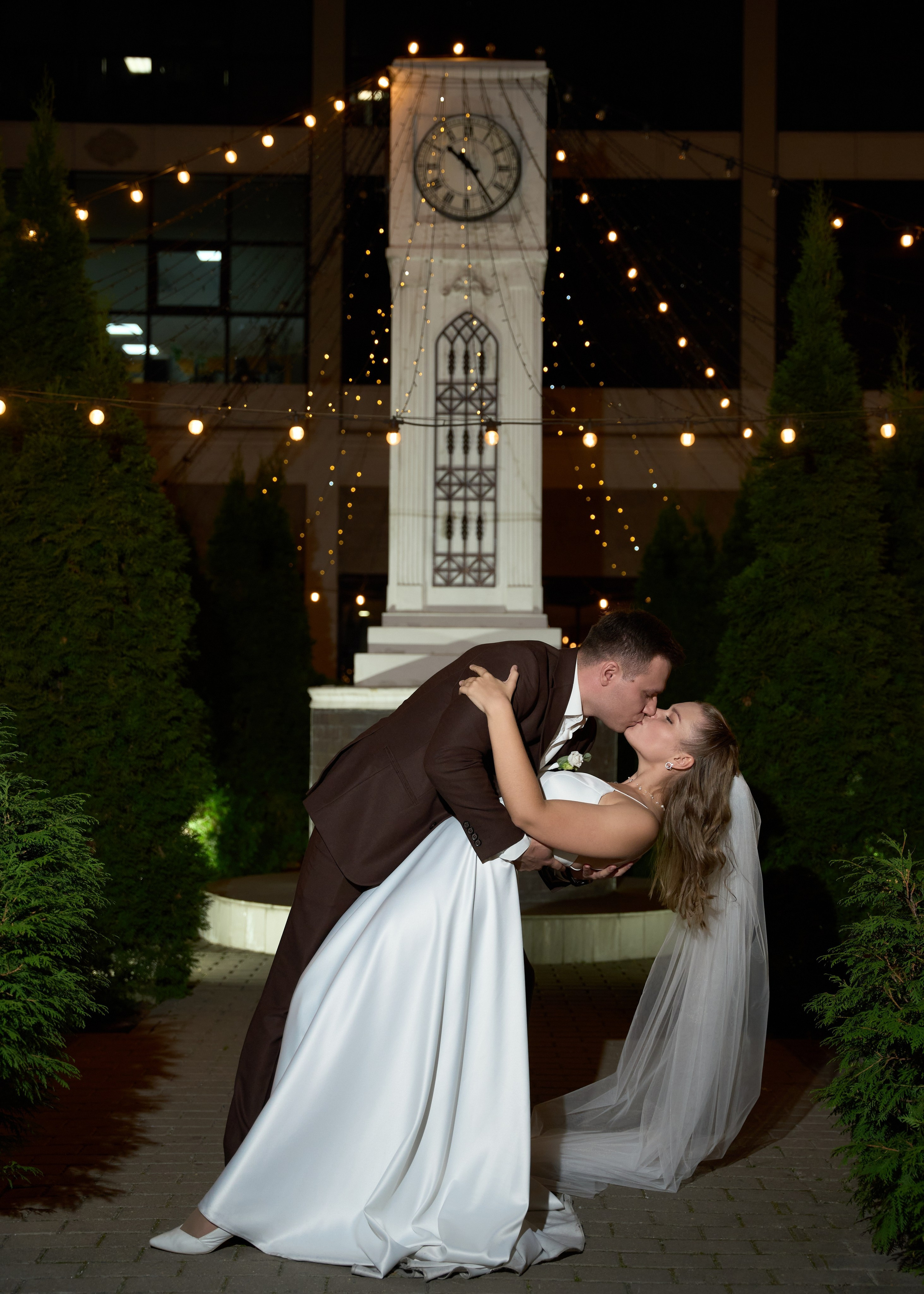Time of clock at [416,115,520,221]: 10:24
